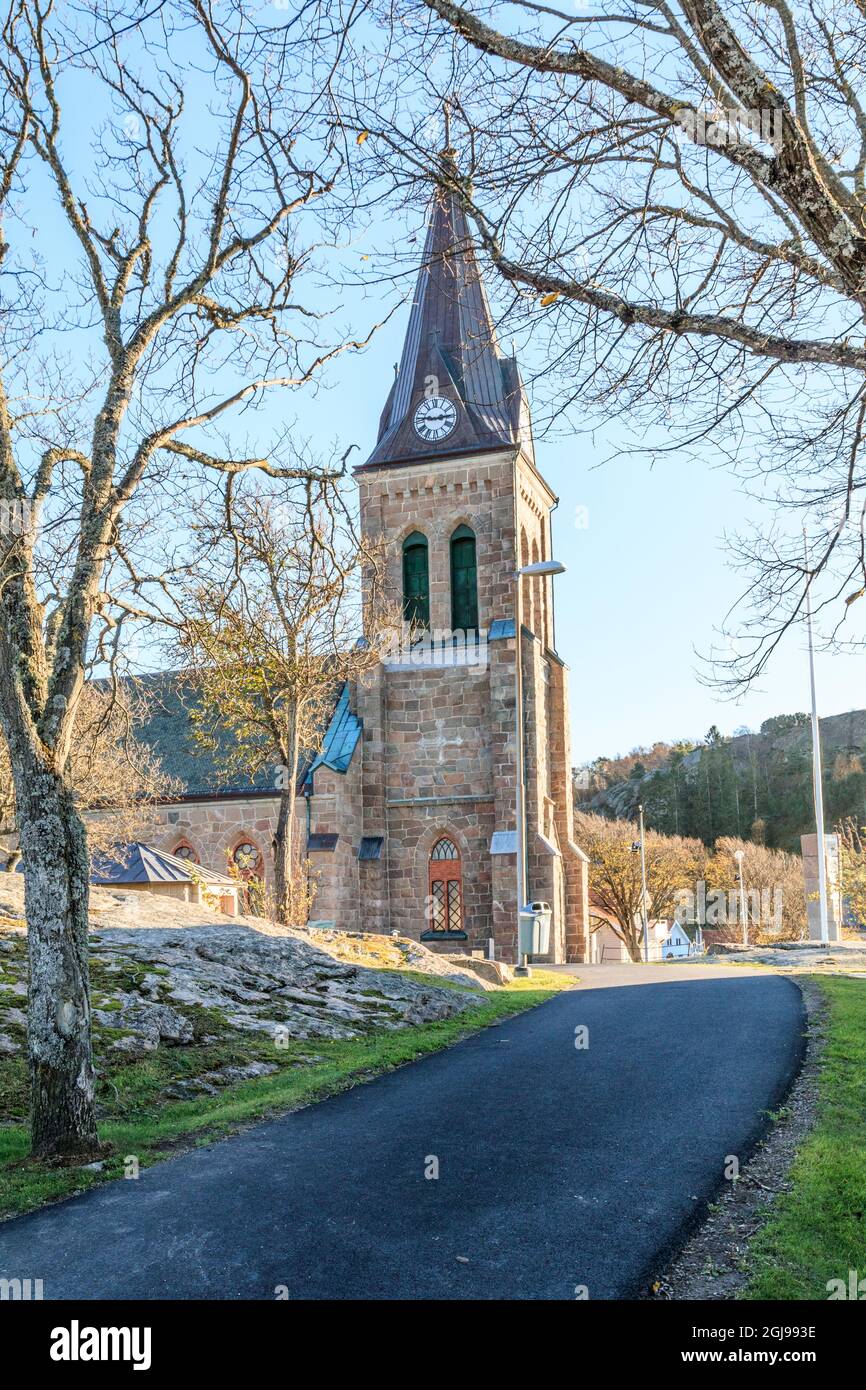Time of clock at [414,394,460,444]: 2:46
